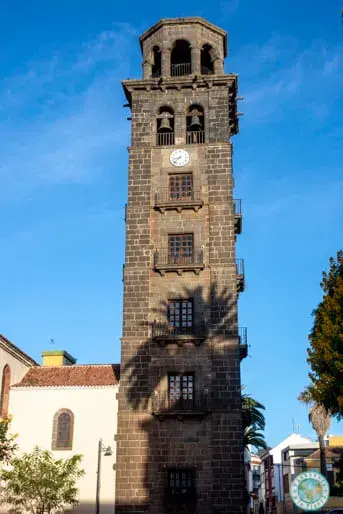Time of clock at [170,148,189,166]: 8:37
